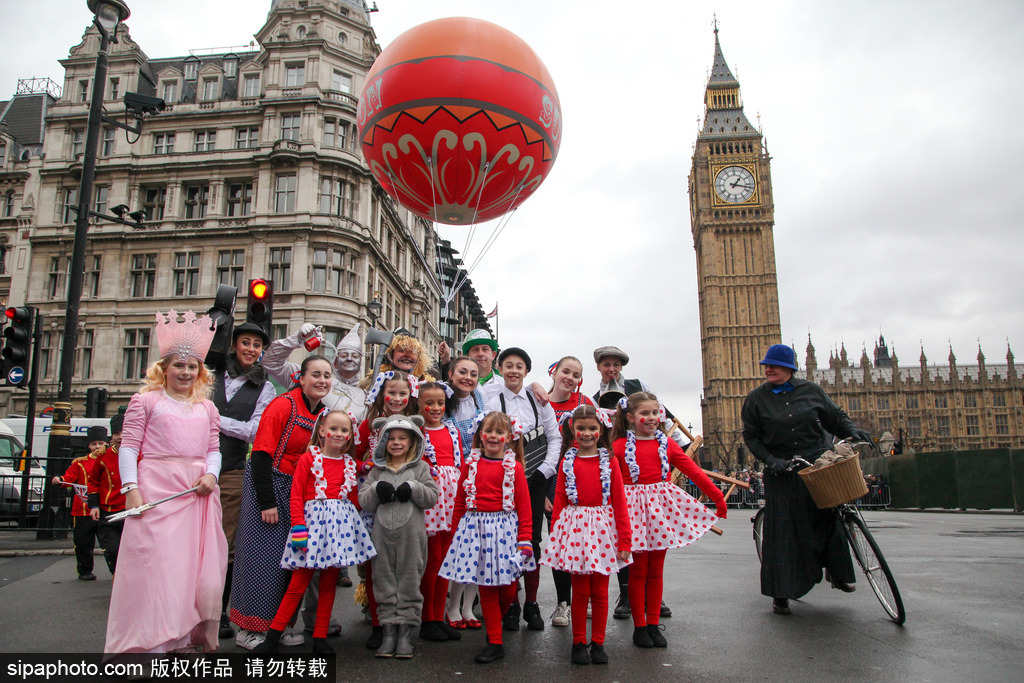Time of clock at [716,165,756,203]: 1:17
